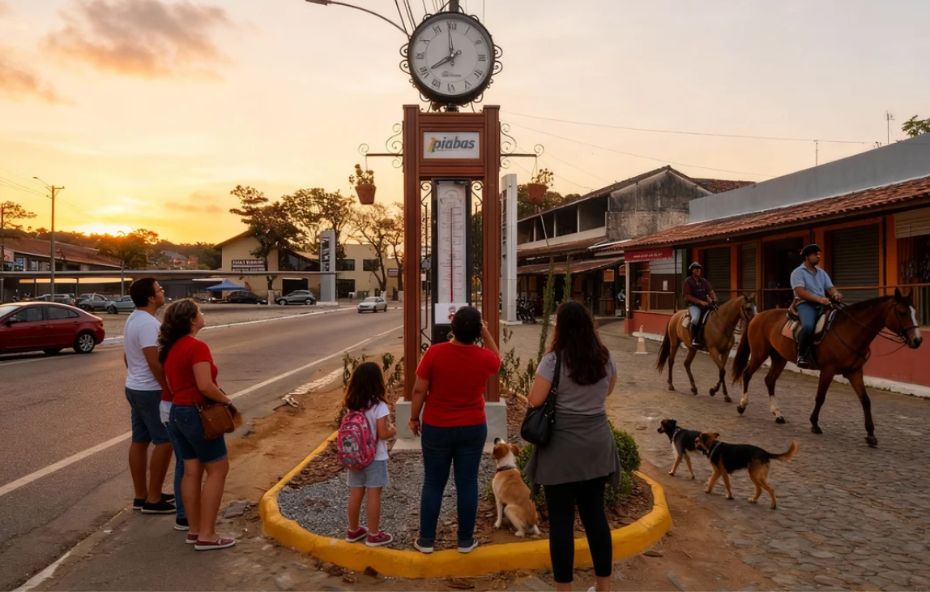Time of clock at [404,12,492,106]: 7:59
